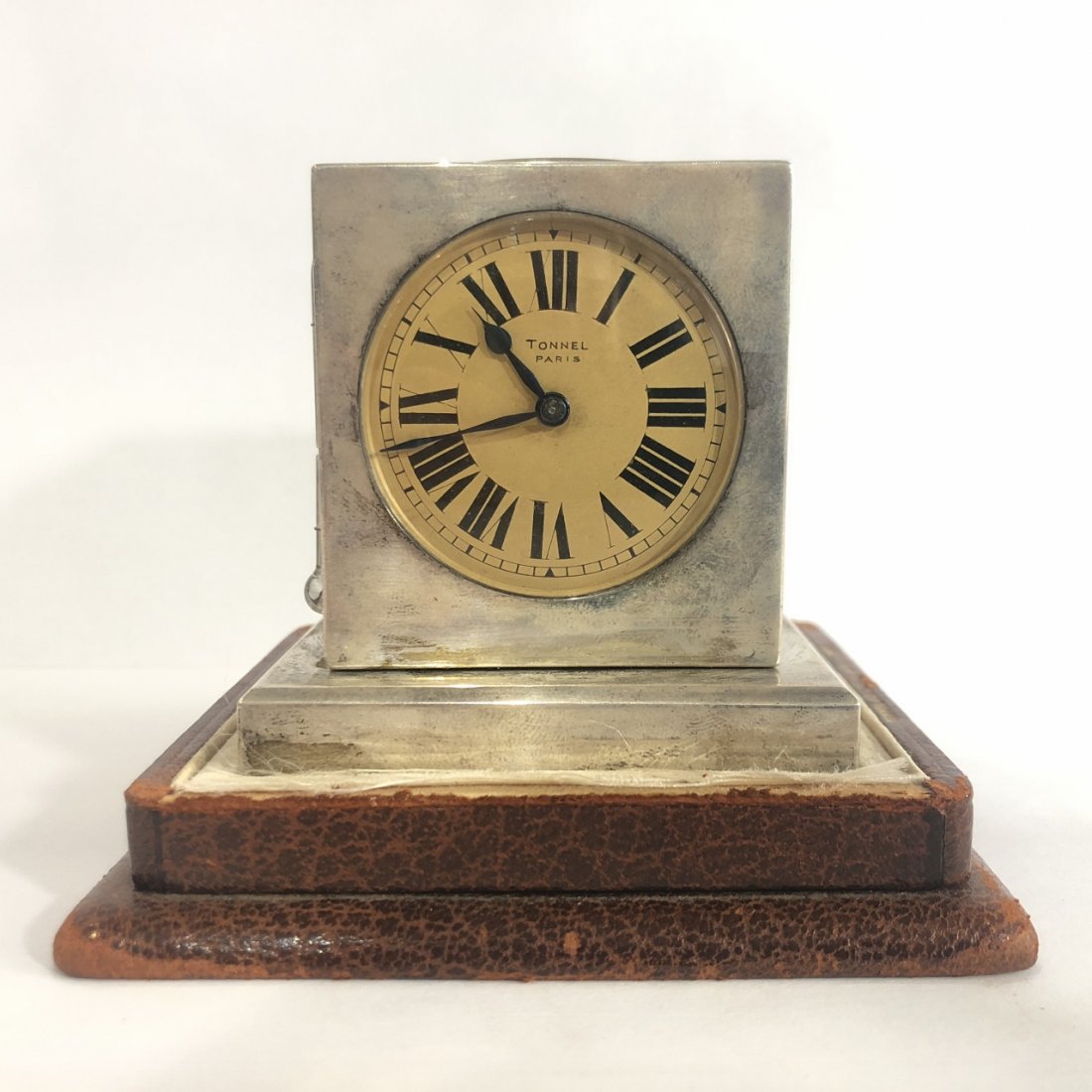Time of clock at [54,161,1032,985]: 10:42
